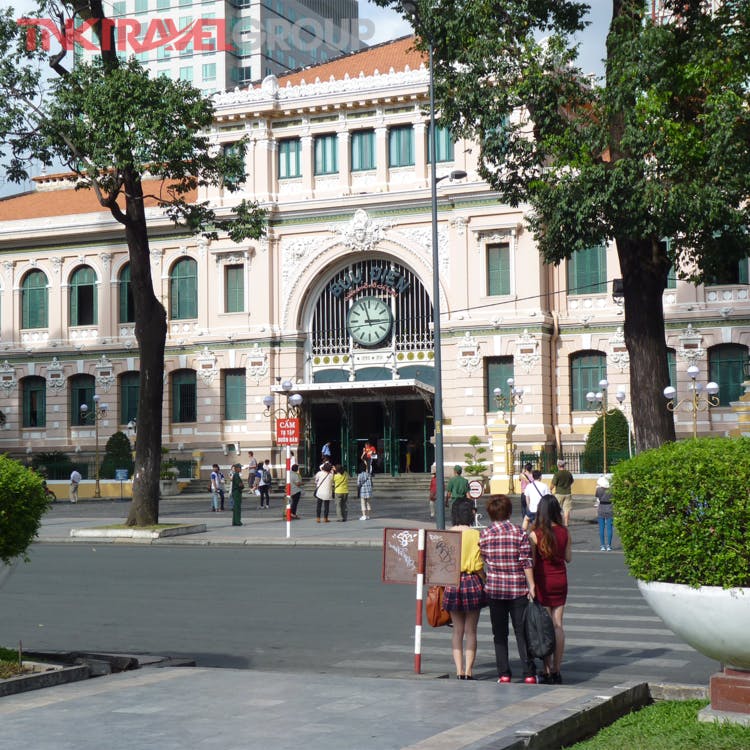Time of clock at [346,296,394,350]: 2:57
